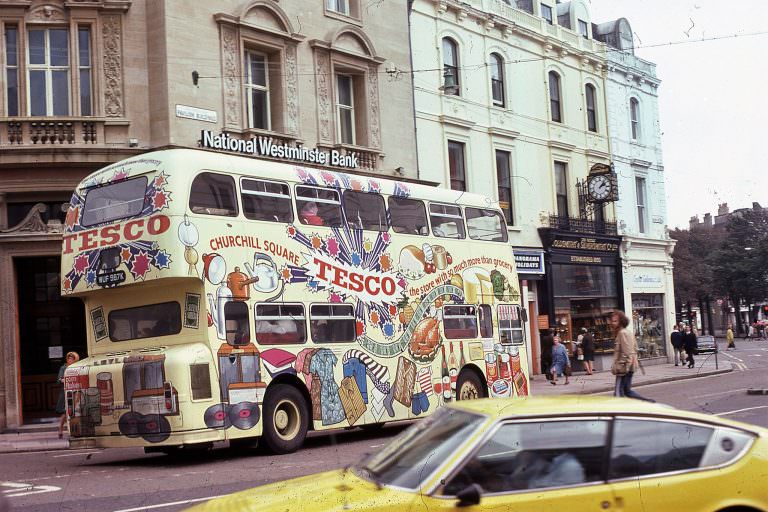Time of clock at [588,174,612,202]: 2:06
